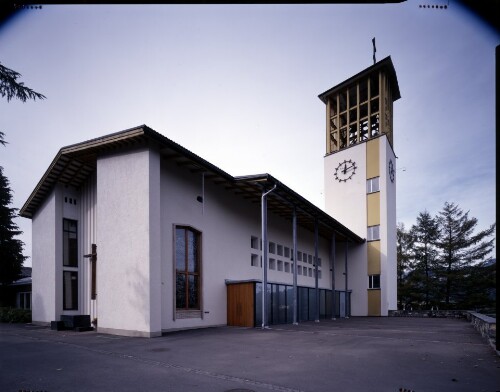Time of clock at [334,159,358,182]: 12:11
